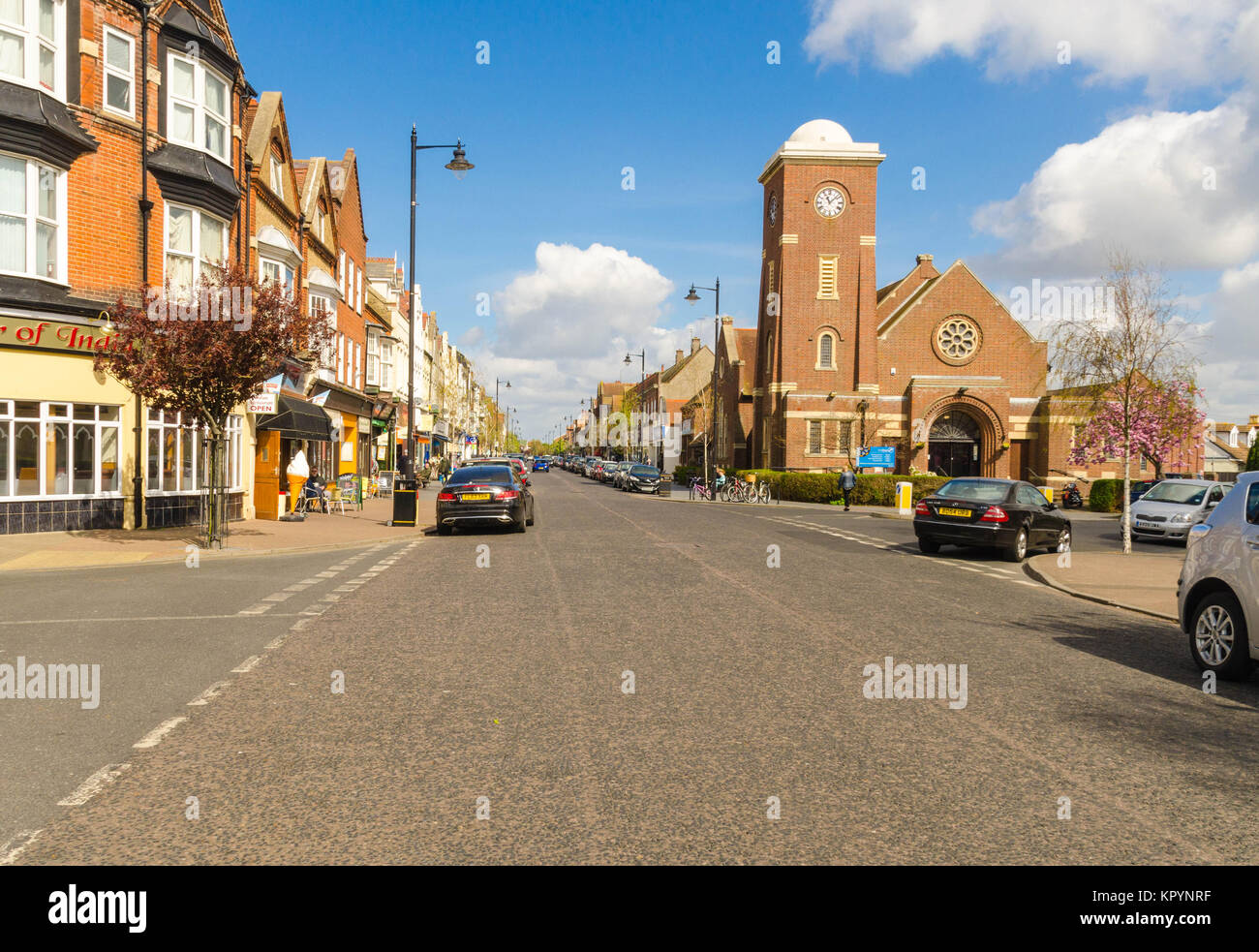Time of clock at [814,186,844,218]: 11:07
